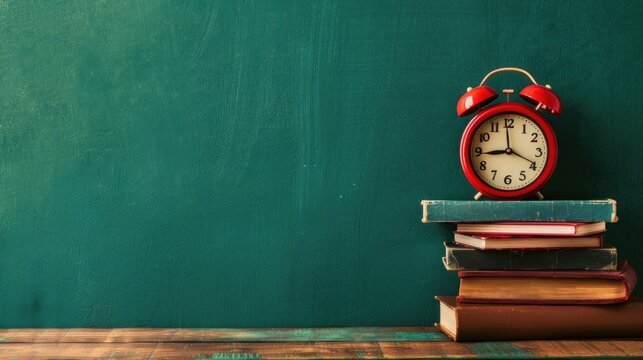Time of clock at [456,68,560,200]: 8:59
